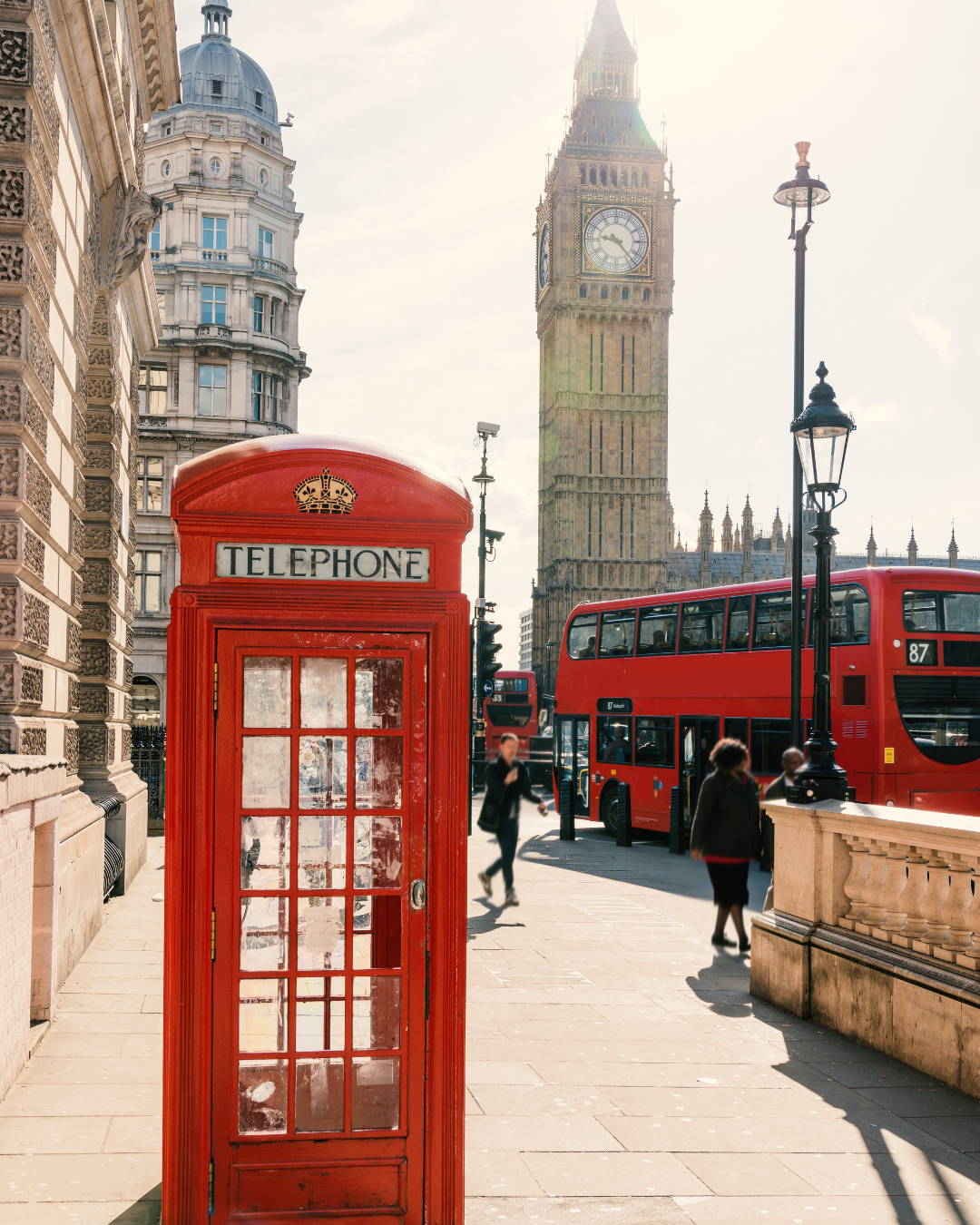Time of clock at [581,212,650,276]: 9:22
